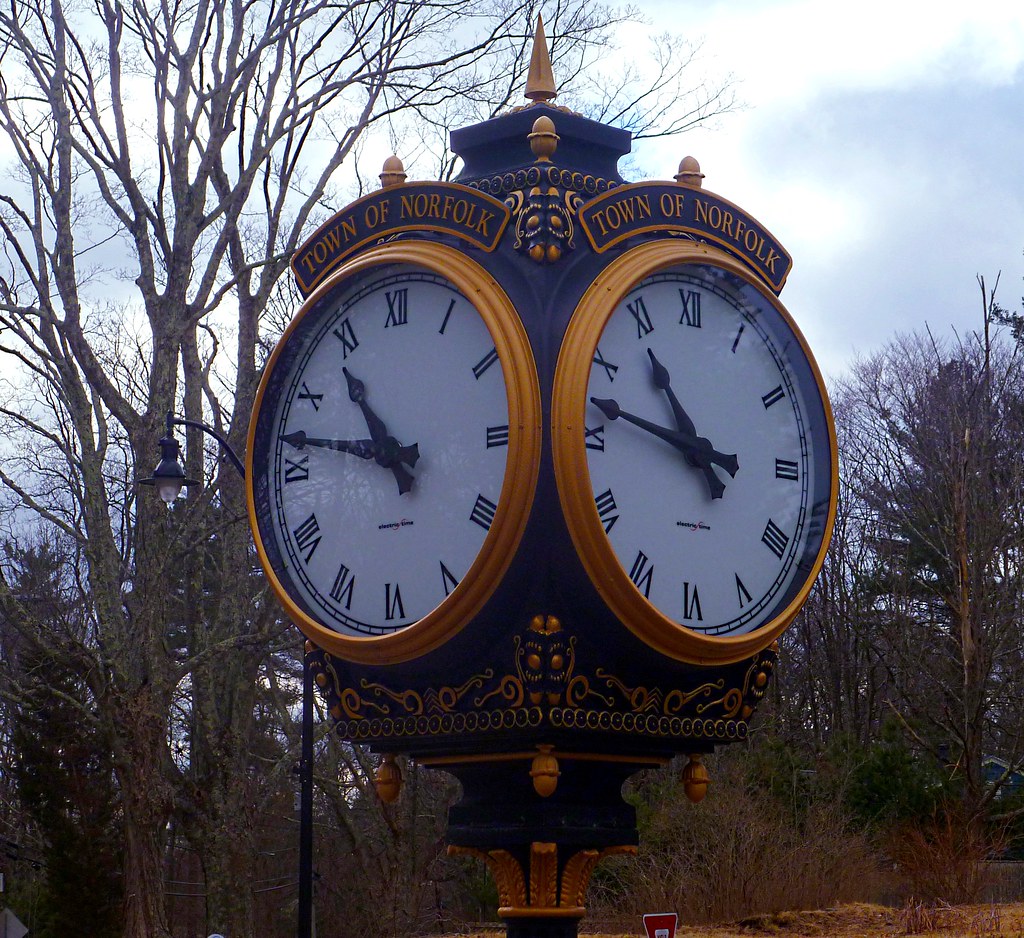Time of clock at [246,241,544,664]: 10:47
